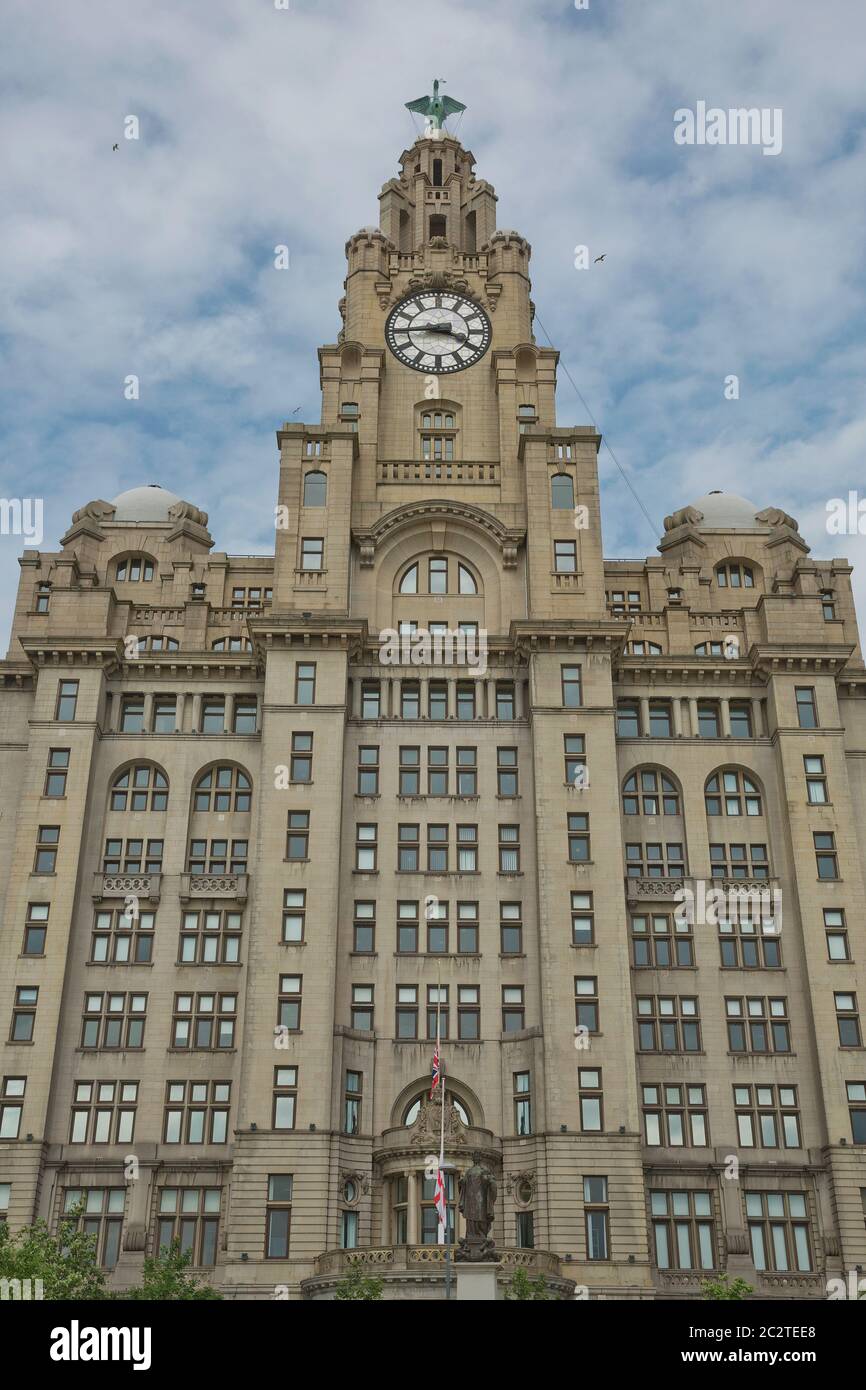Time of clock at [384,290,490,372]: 3:44
